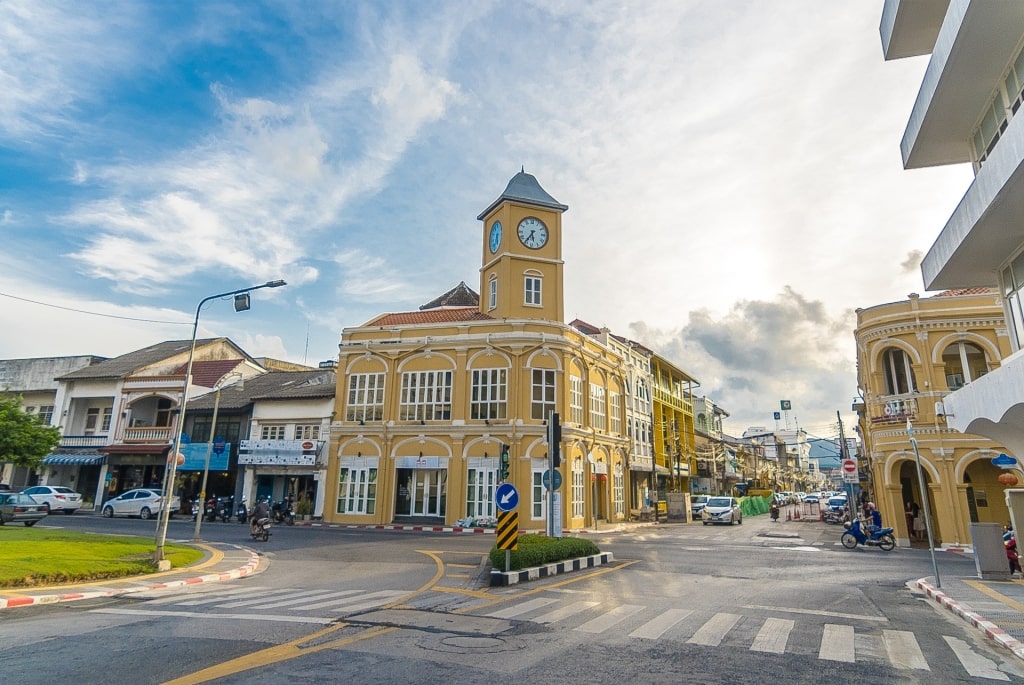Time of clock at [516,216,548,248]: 5:35
